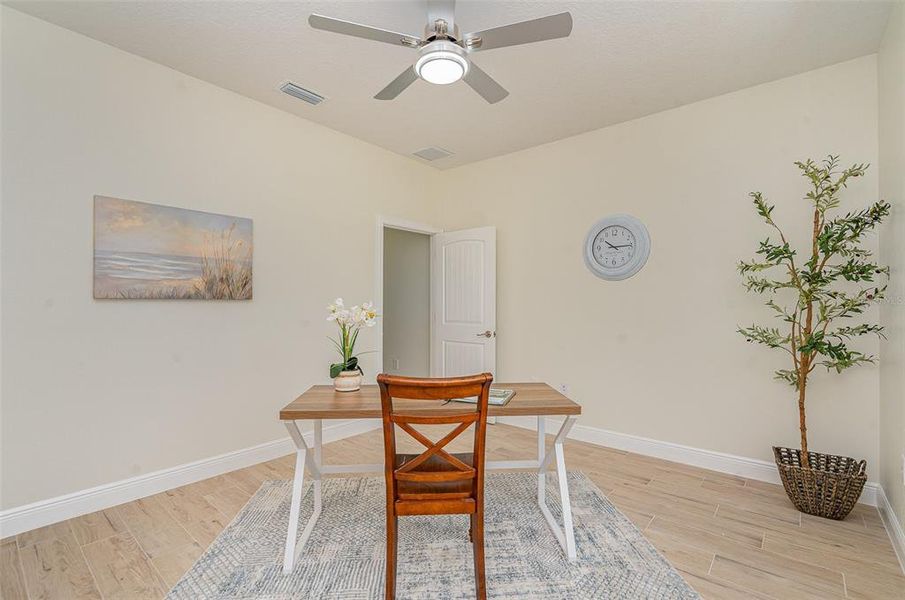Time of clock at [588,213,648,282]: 10:14
